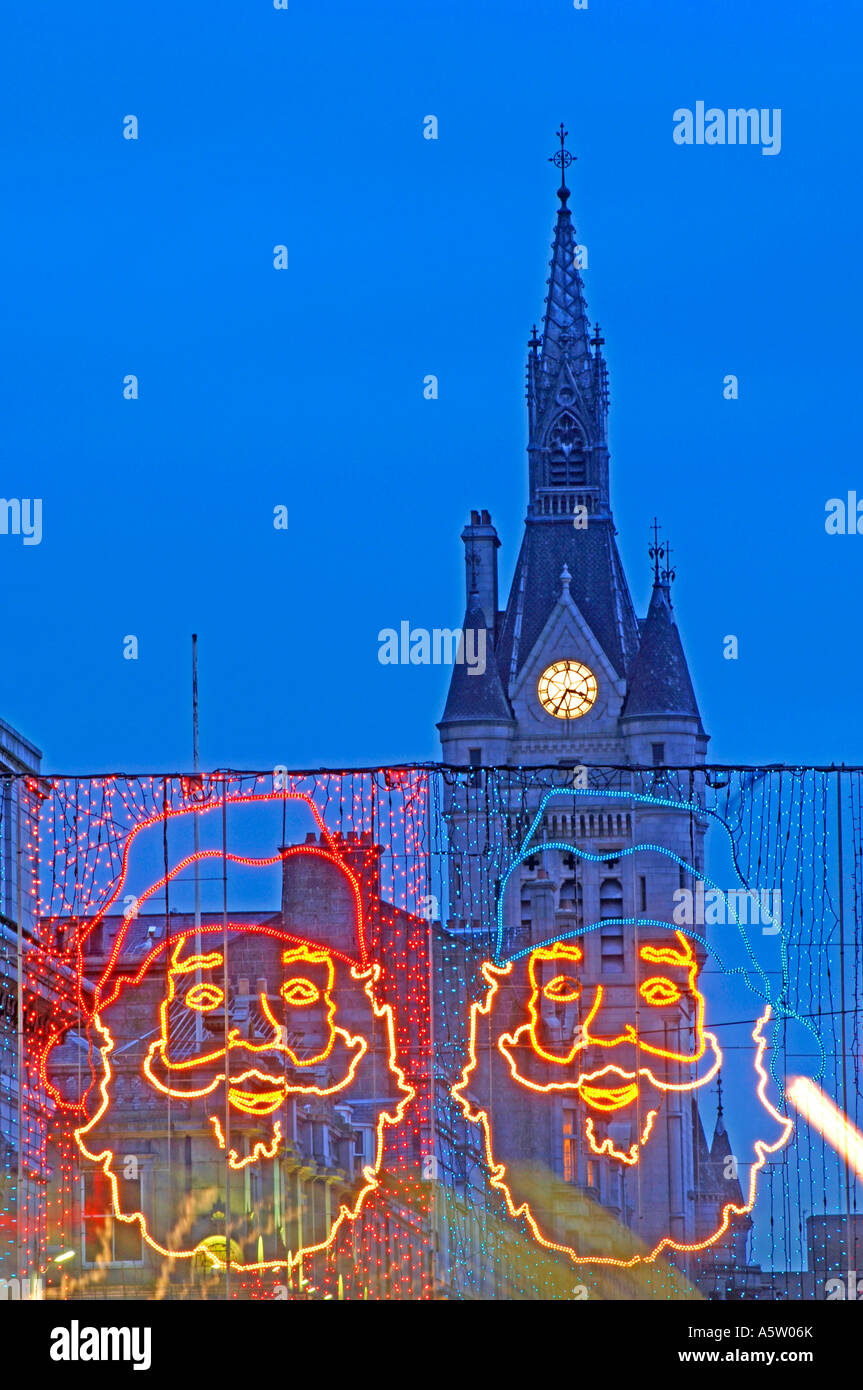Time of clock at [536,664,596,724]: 3:34
